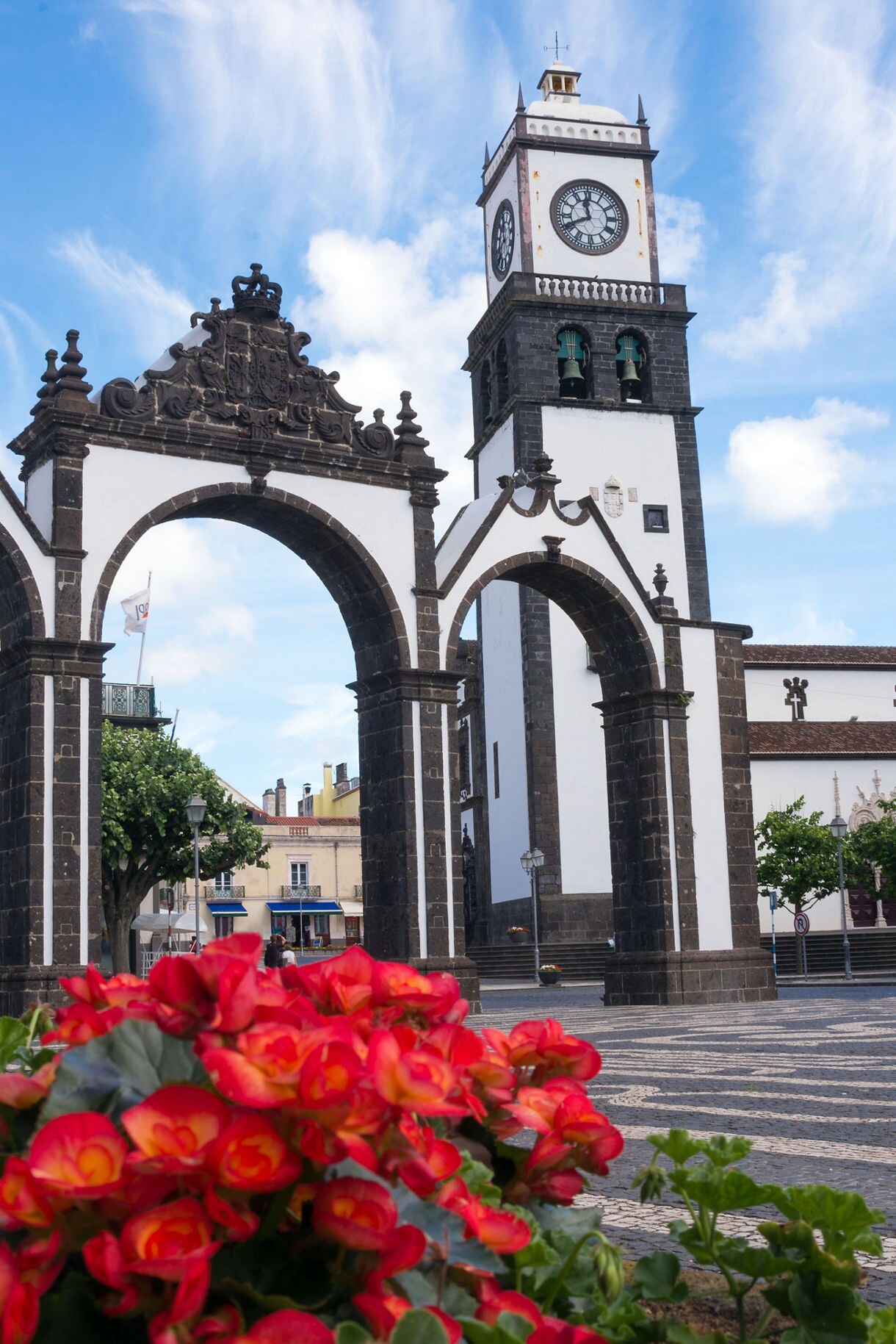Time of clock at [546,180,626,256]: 11:41
